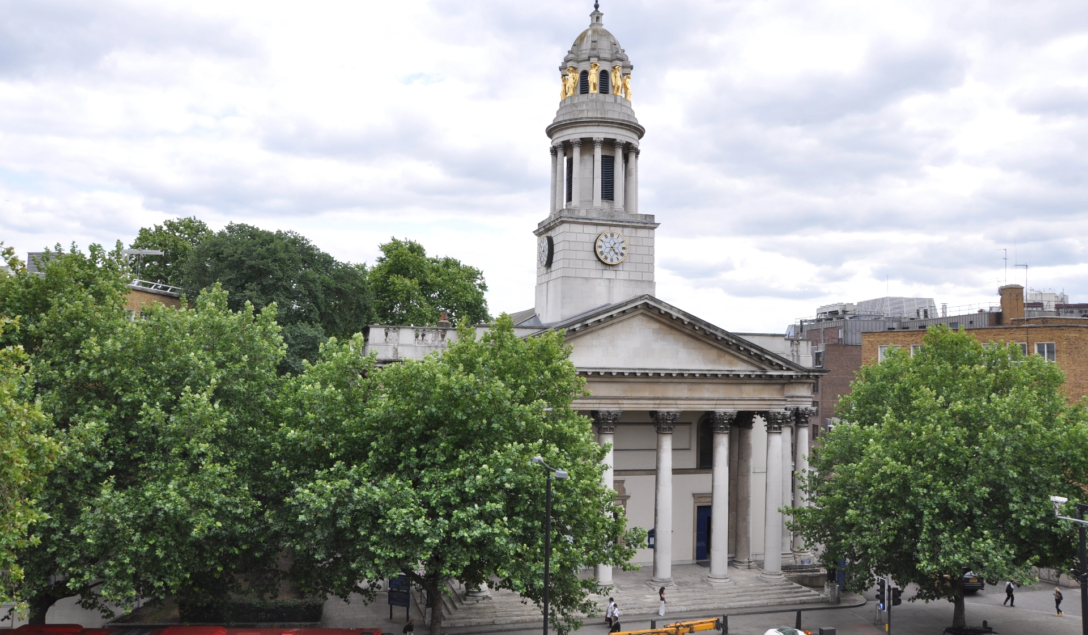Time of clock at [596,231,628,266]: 4:35
